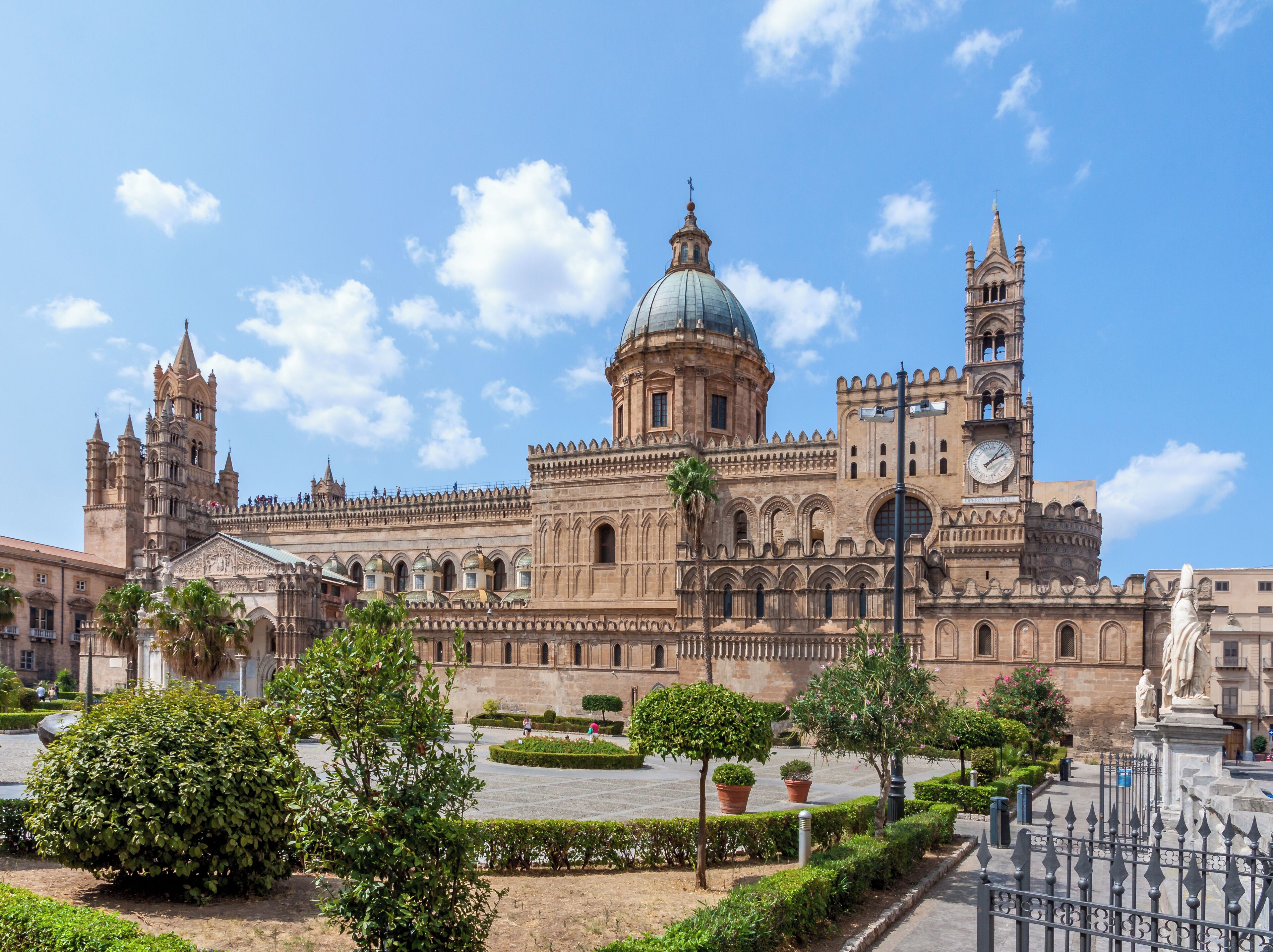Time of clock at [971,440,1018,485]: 2:06
